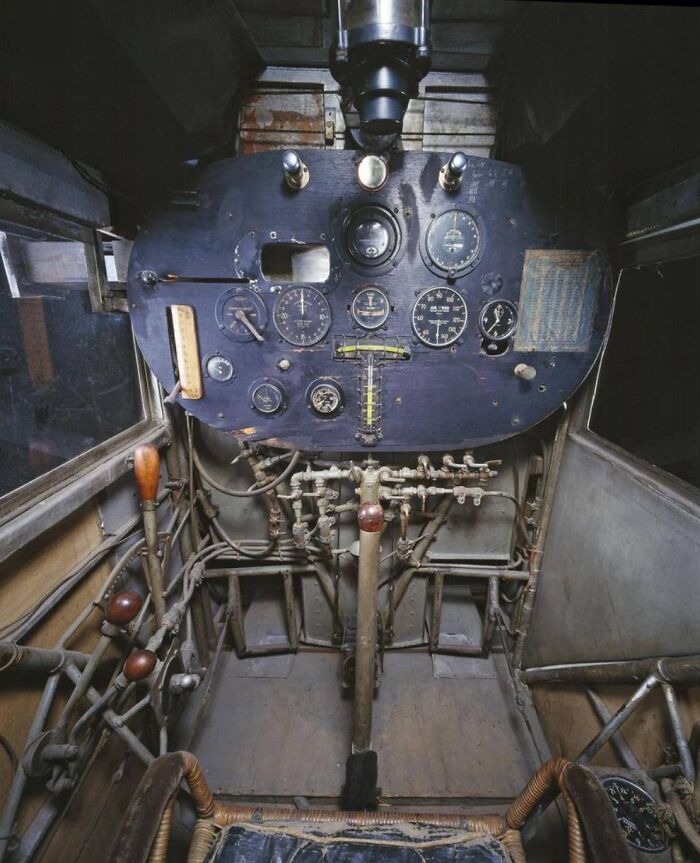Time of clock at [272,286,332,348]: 12:00
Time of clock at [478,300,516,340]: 11:36
